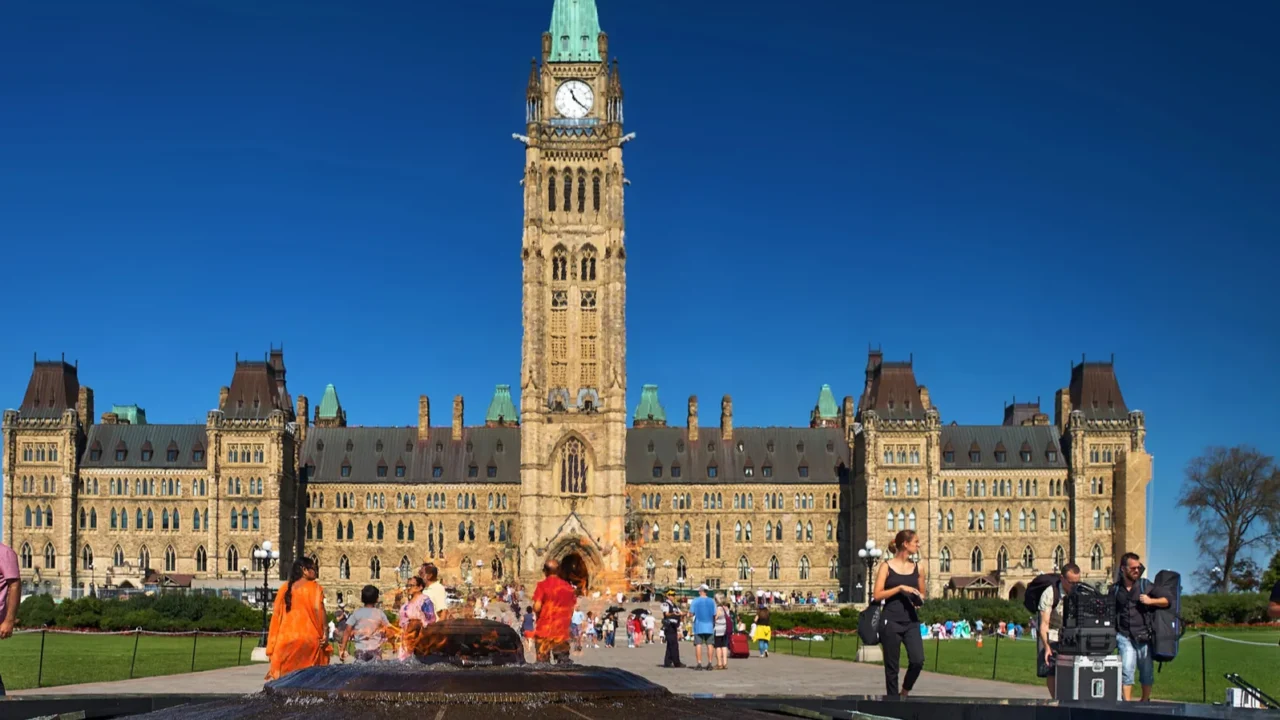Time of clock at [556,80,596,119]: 11:21
